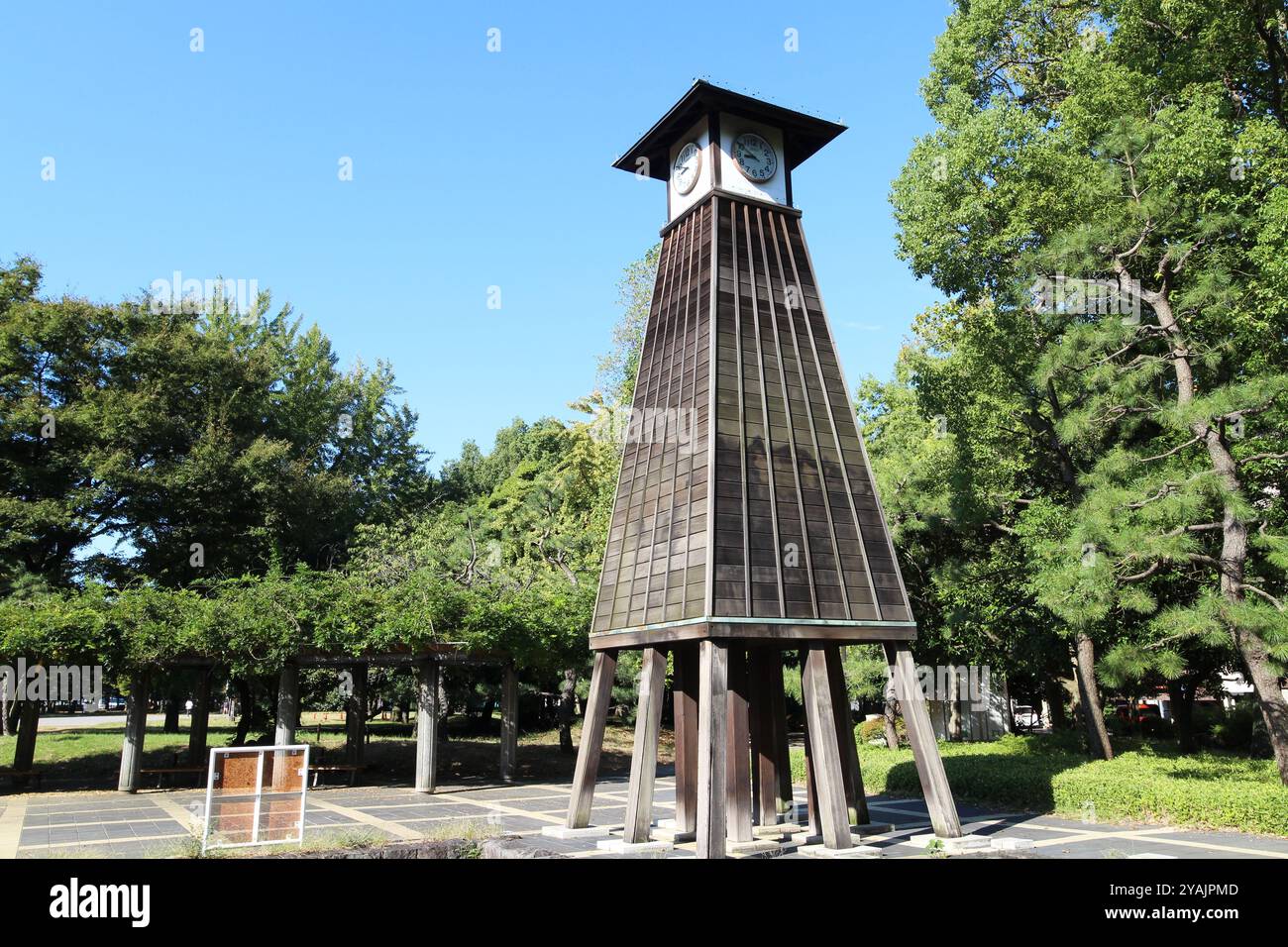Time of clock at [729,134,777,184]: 8:50
